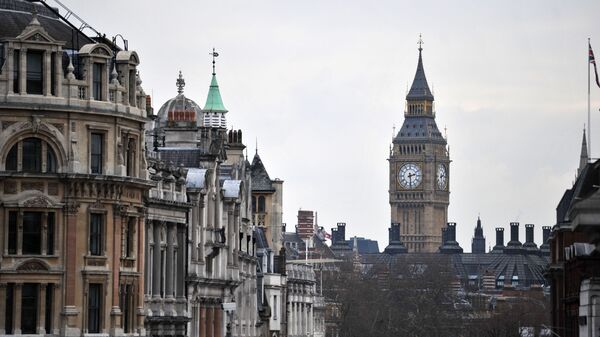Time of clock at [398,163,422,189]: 2:29
